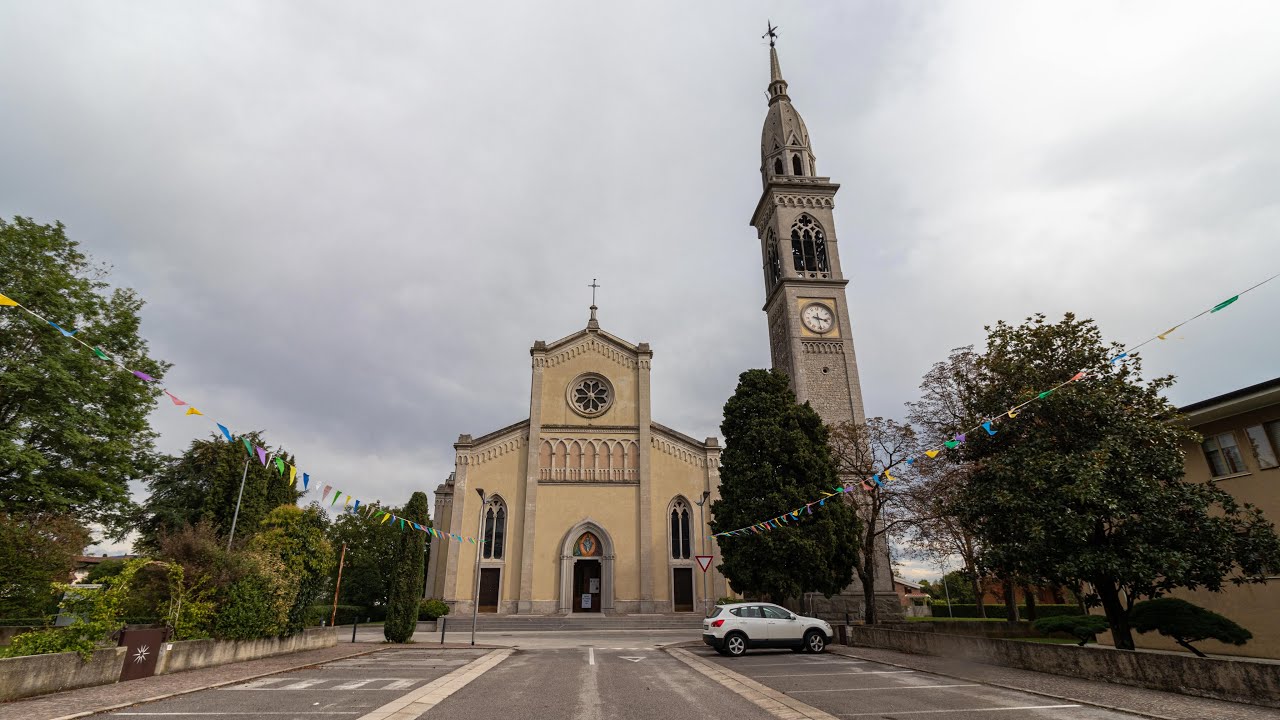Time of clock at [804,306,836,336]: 3:28
